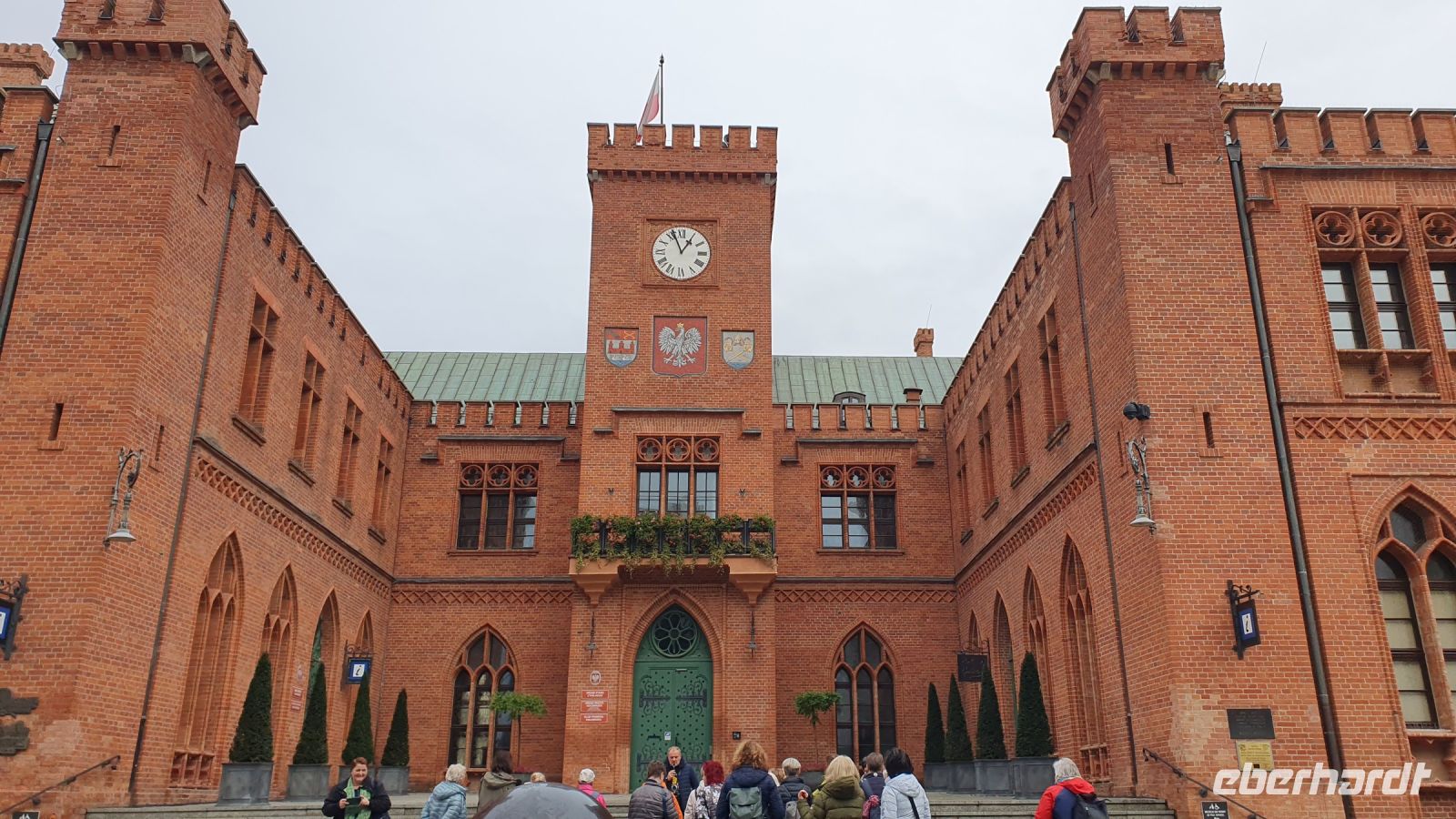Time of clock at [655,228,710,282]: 12:56
